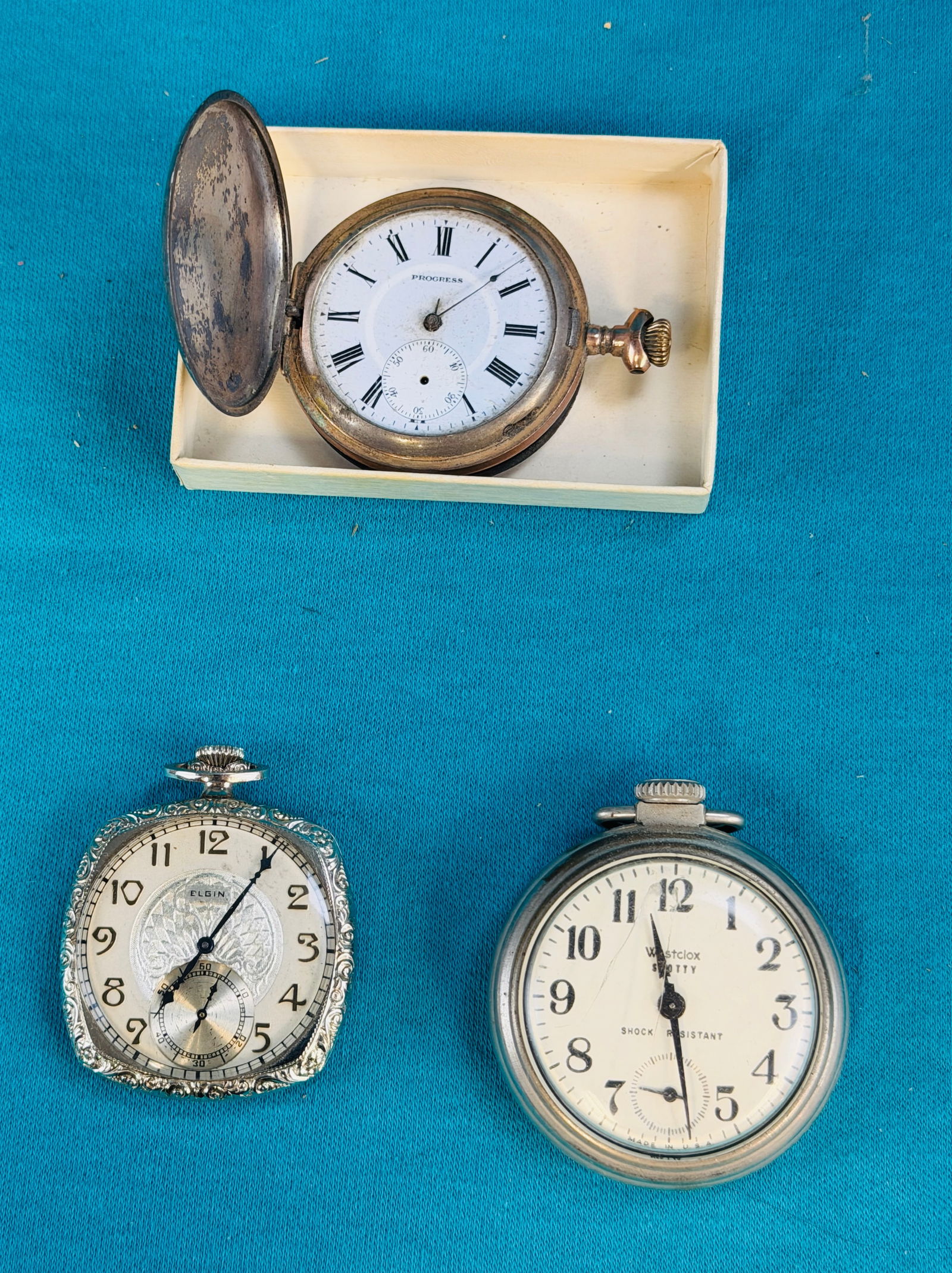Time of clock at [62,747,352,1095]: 7:05
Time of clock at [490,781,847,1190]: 11:28
